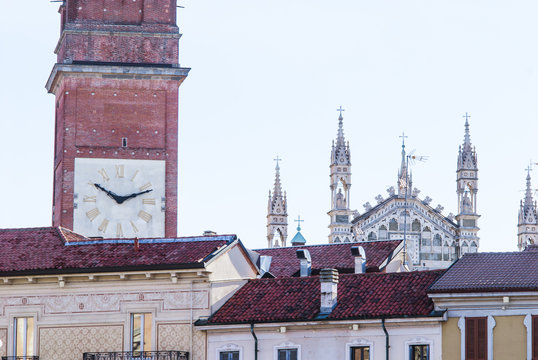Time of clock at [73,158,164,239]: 10:11
